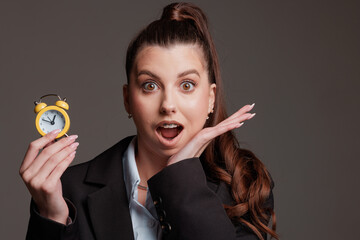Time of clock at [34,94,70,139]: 12:48
